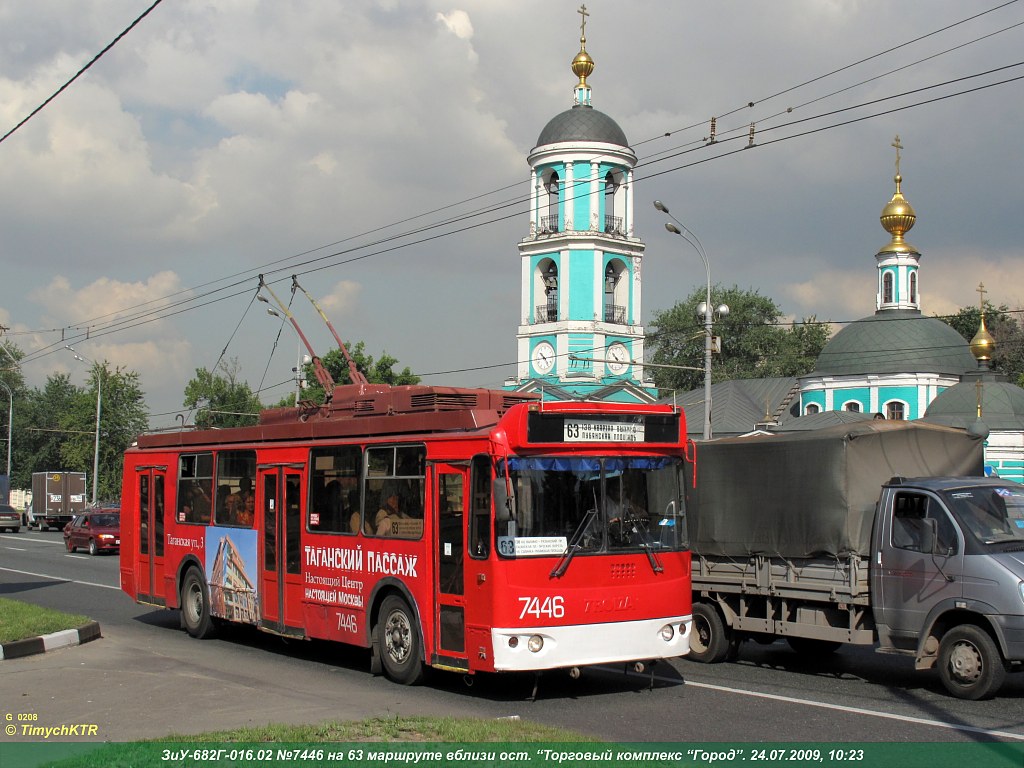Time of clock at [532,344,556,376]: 10:14
